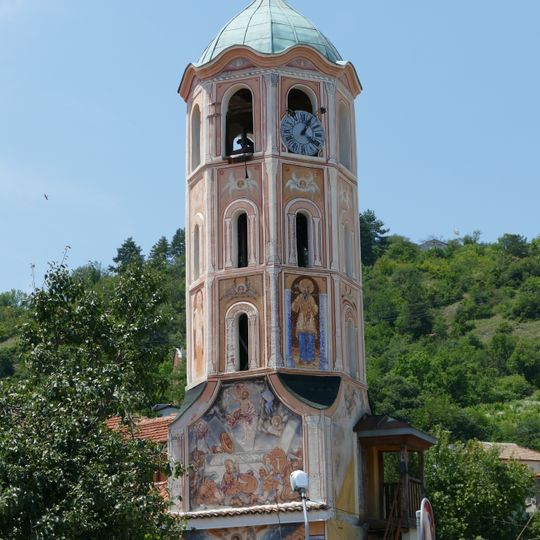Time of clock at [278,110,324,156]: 4:04
